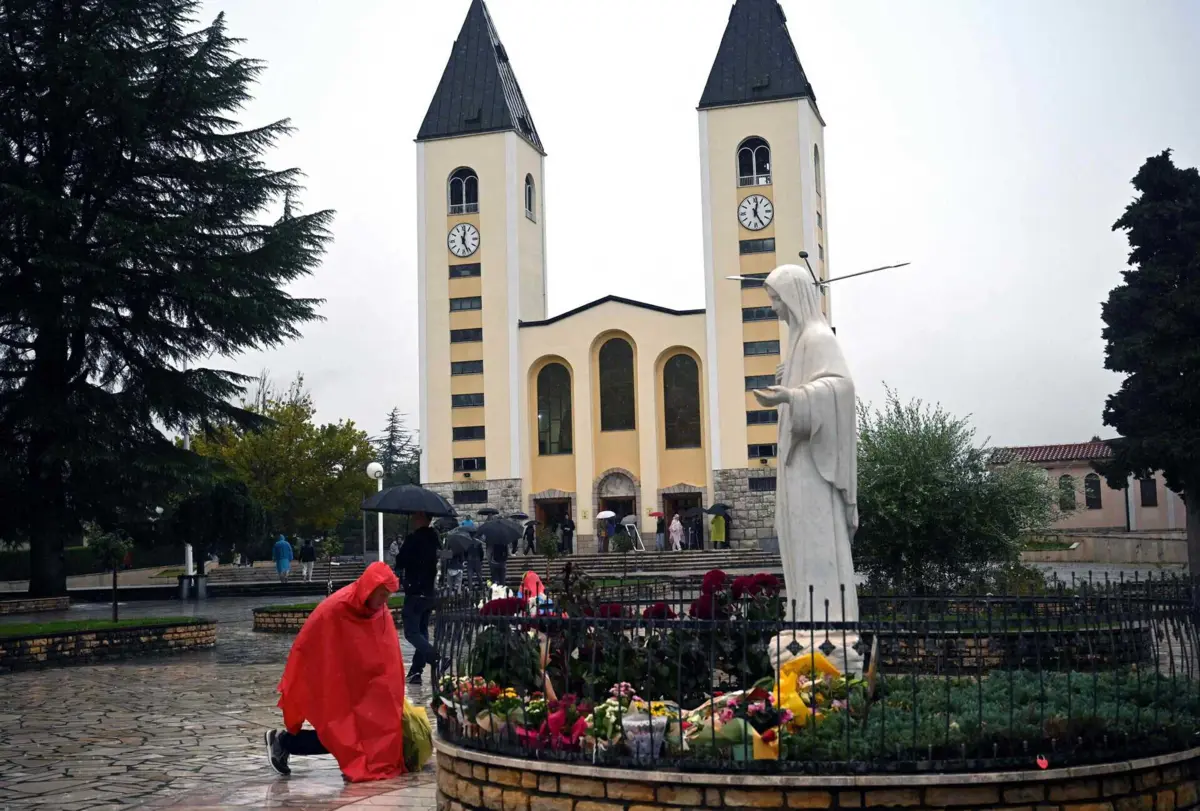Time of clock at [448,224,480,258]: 12:26
